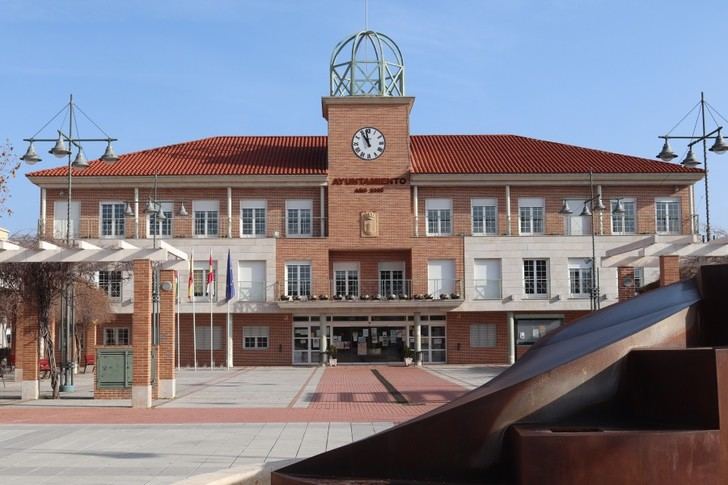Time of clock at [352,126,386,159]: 10:58
